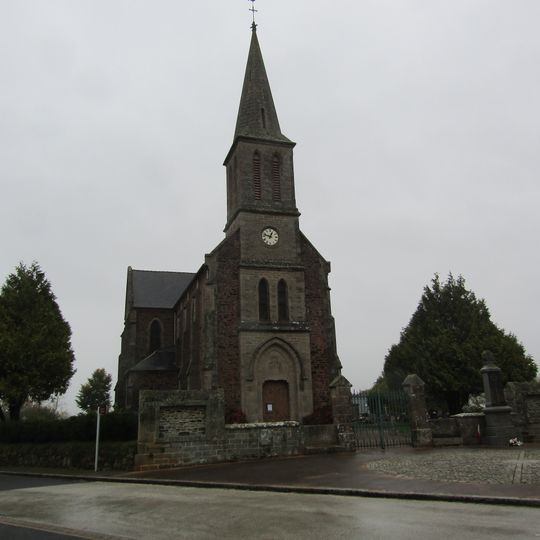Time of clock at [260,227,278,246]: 12:47
